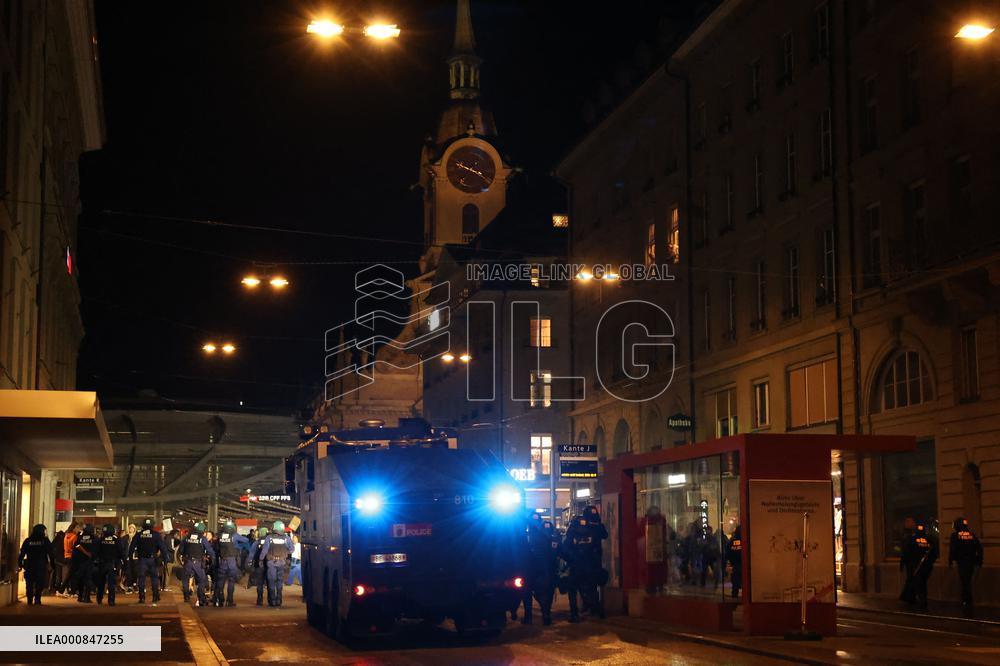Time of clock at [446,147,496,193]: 3:48
